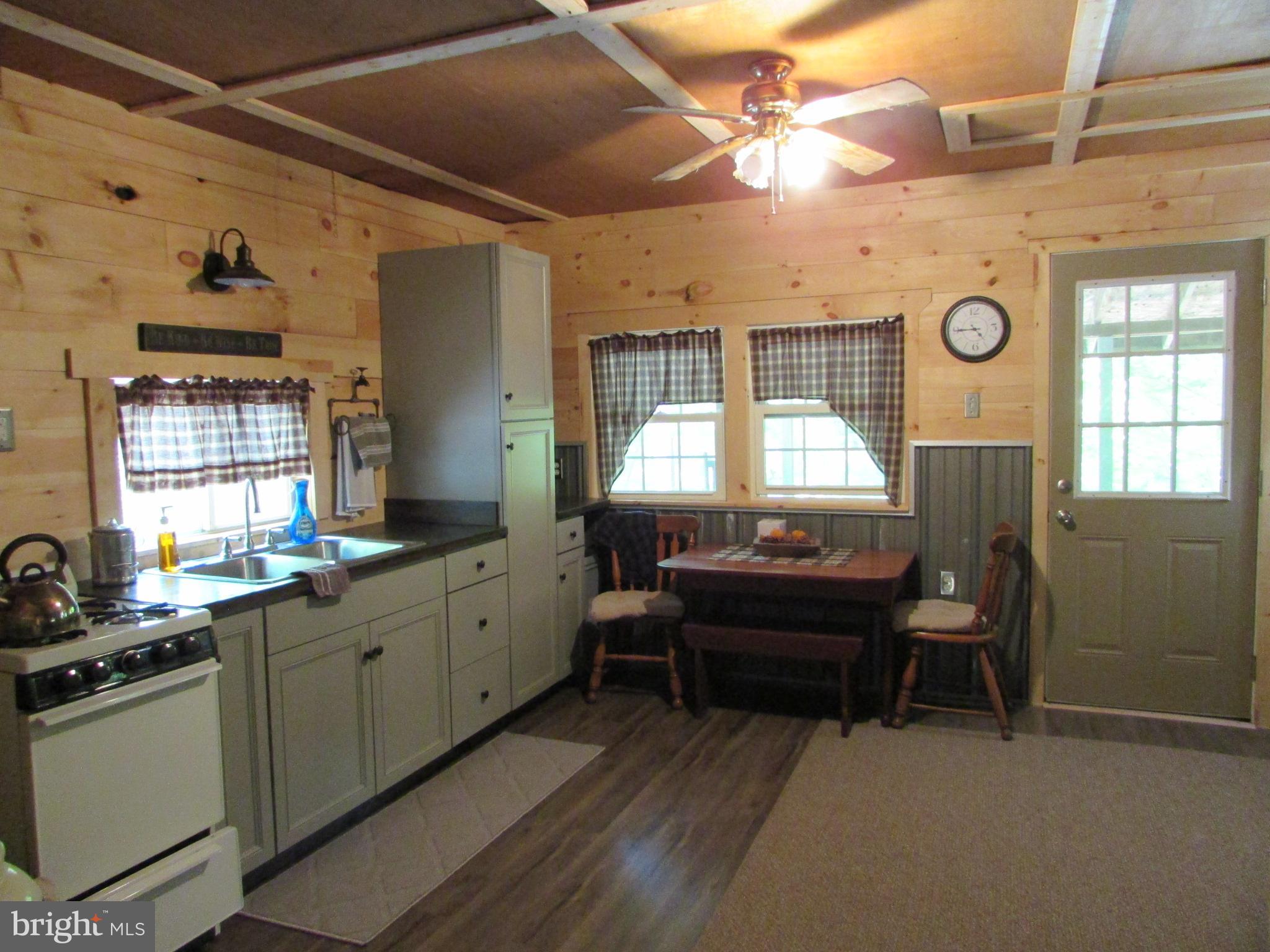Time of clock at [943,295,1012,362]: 4:44
